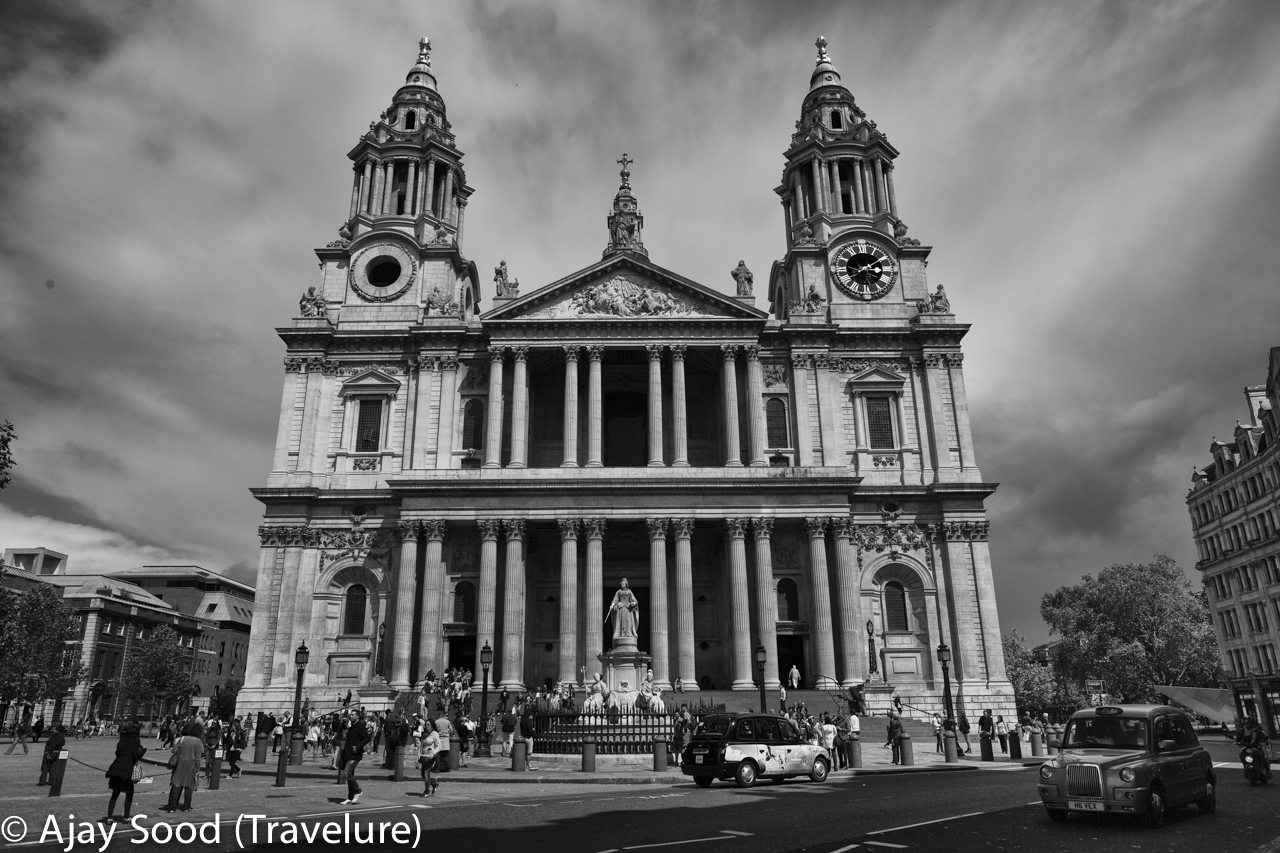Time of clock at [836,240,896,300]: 3:09
